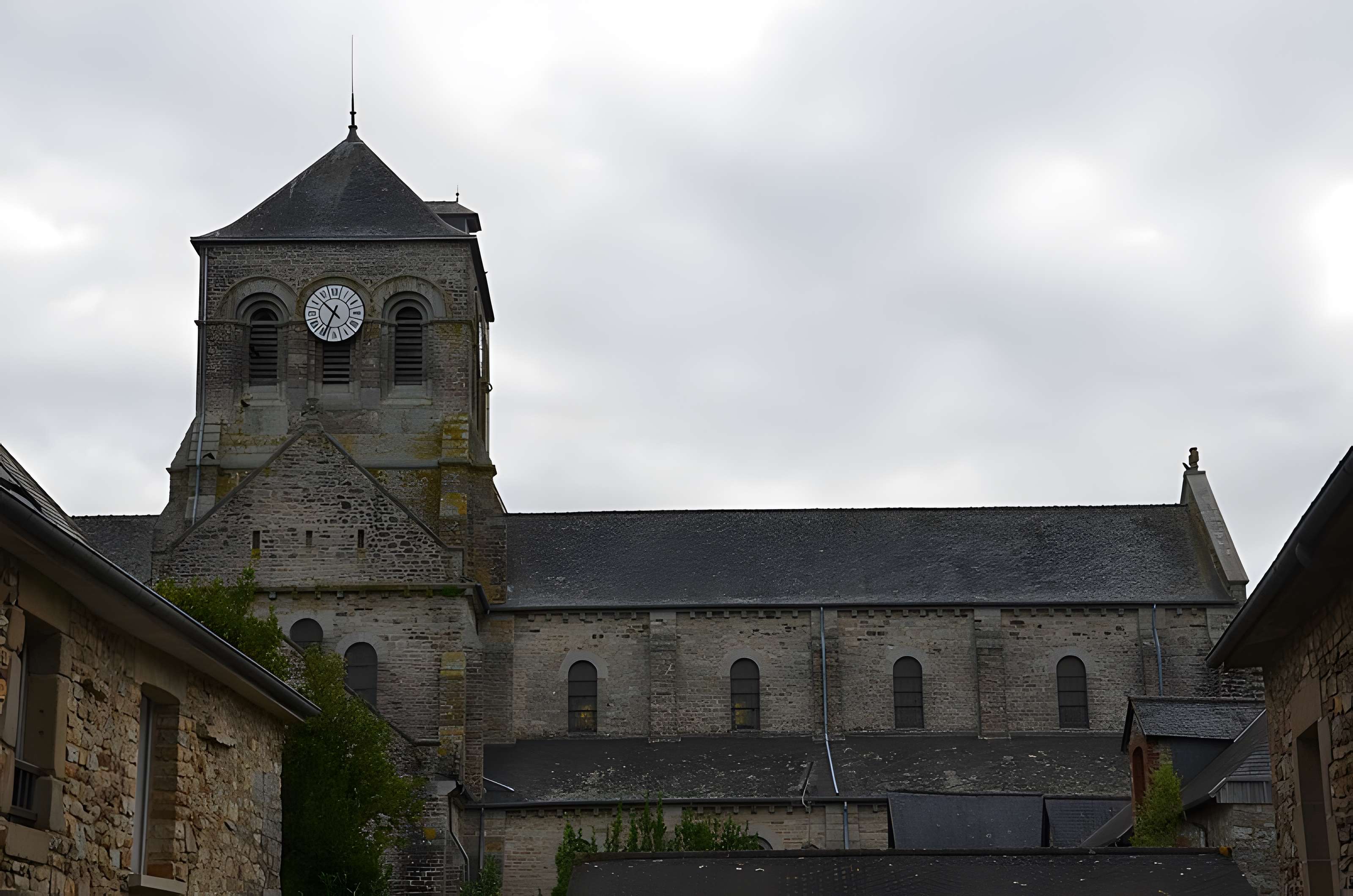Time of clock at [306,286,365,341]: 10:34
